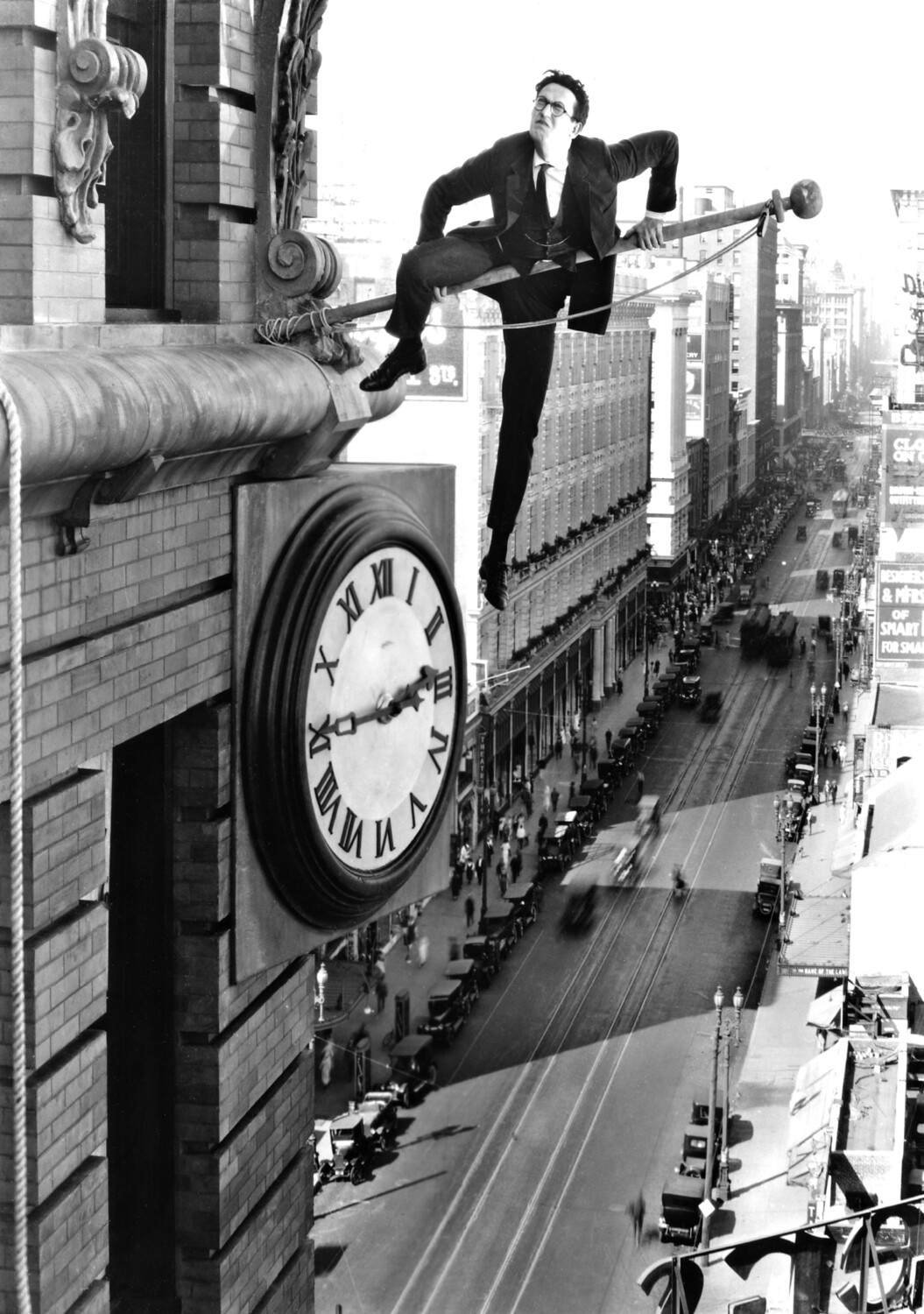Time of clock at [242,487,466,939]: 2:45
